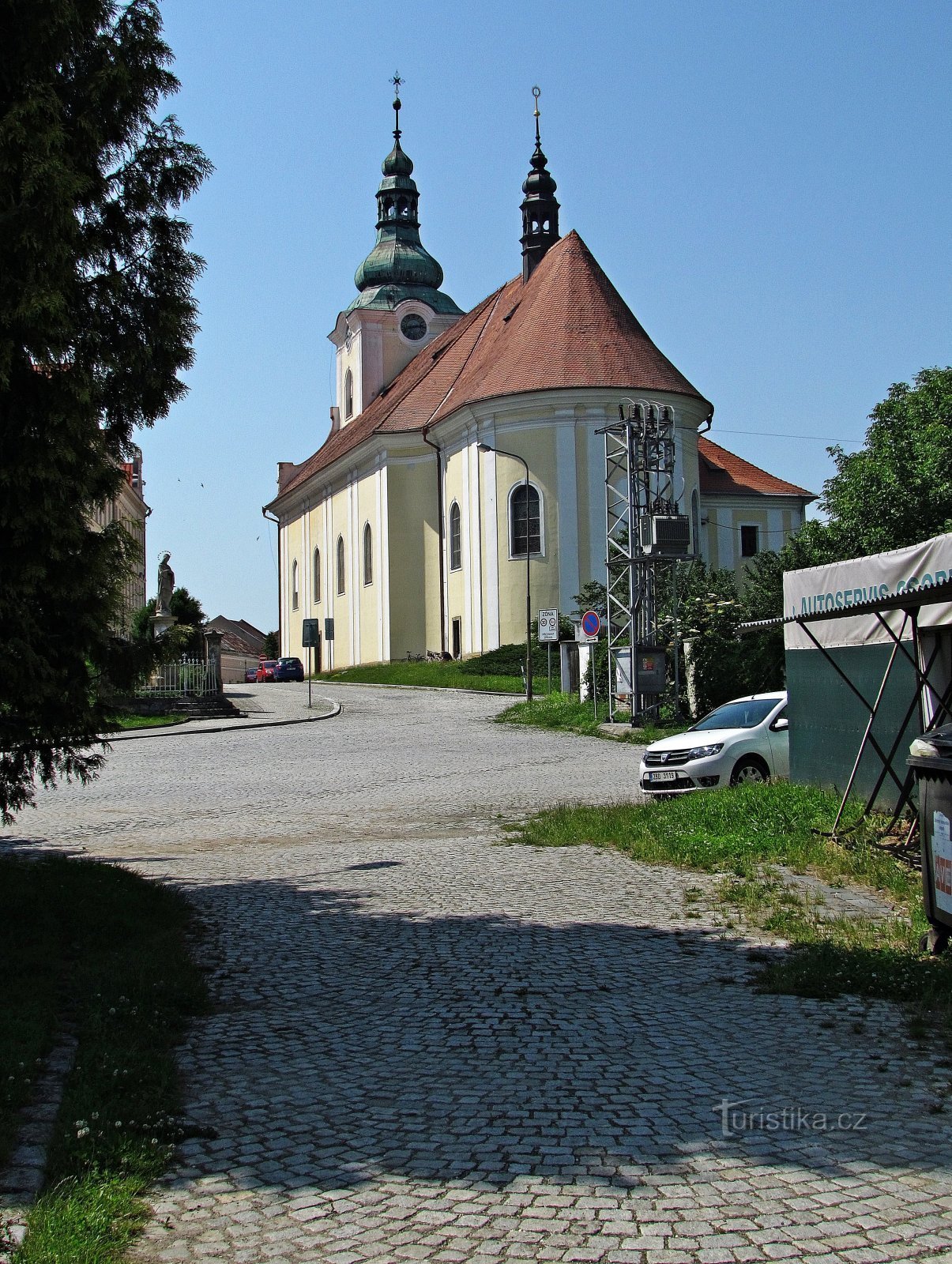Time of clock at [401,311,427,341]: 2:42
